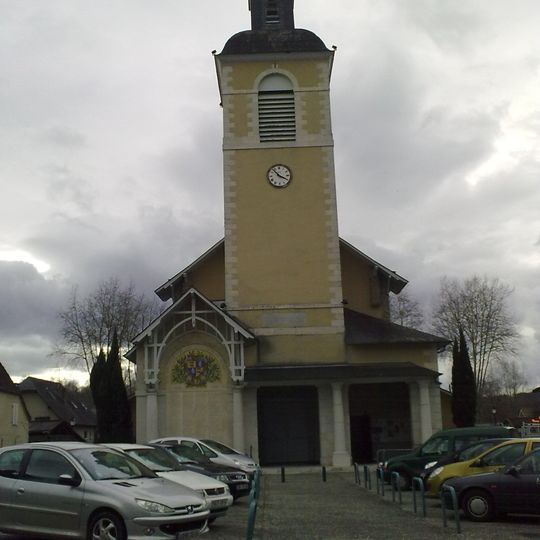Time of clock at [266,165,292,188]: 3:52
